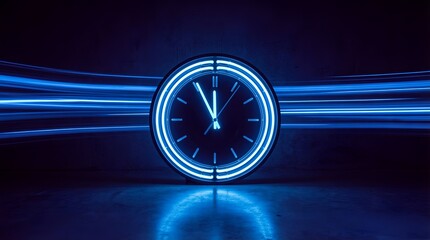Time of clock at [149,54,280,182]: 11:55
